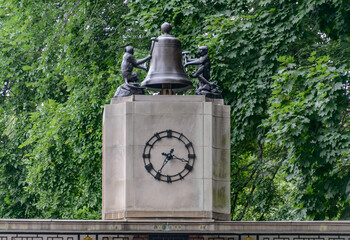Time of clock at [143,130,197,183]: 3:35
